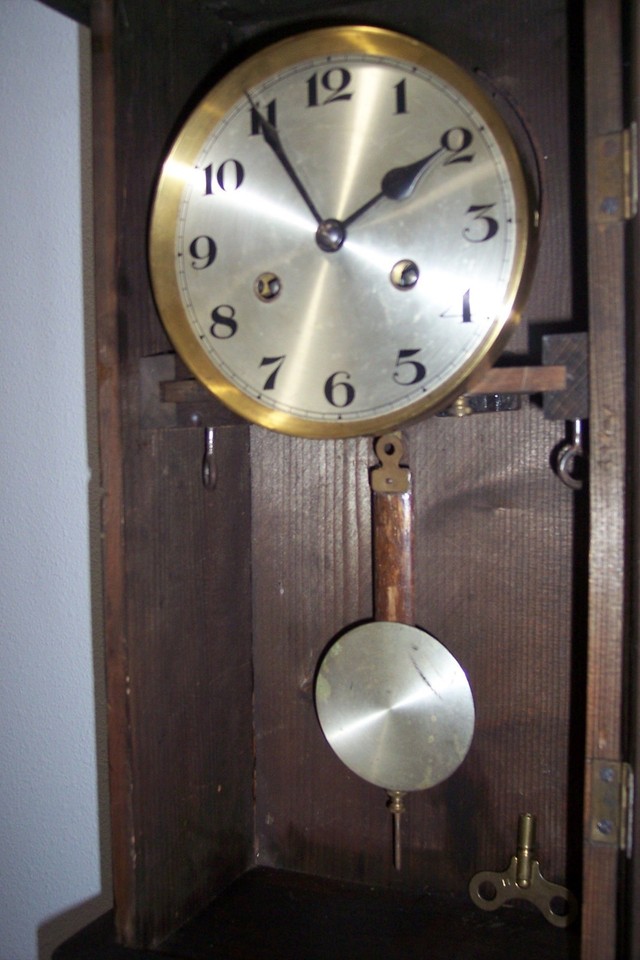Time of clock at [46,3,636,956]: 1:54
